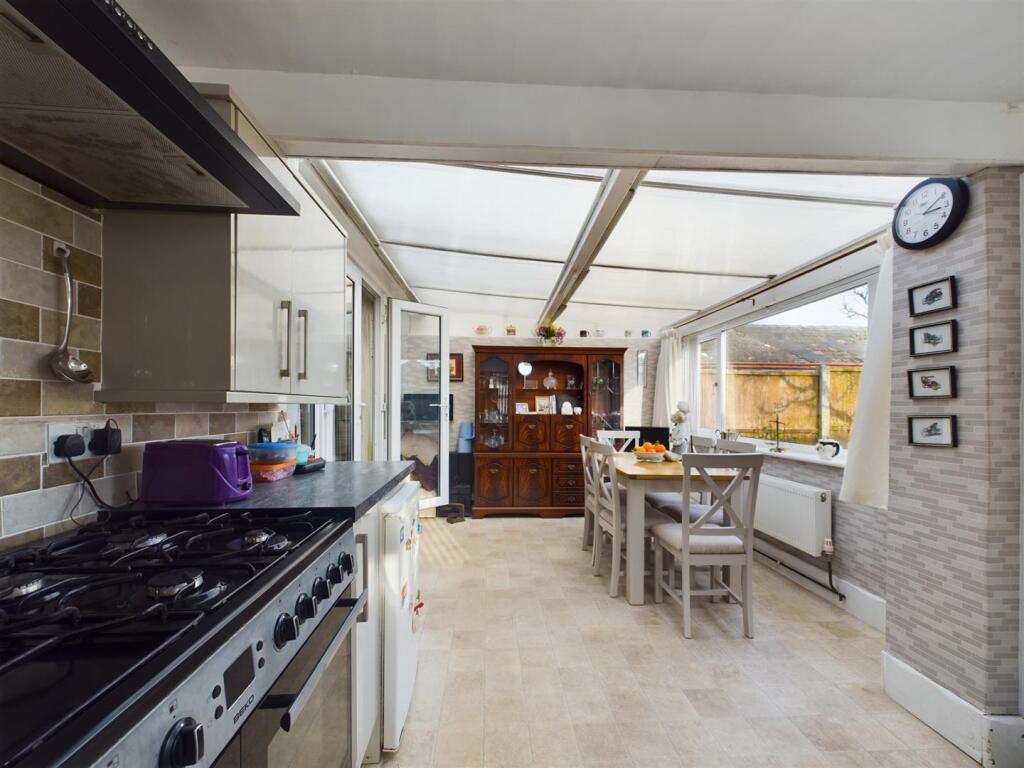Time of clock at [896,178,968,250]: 3:10
